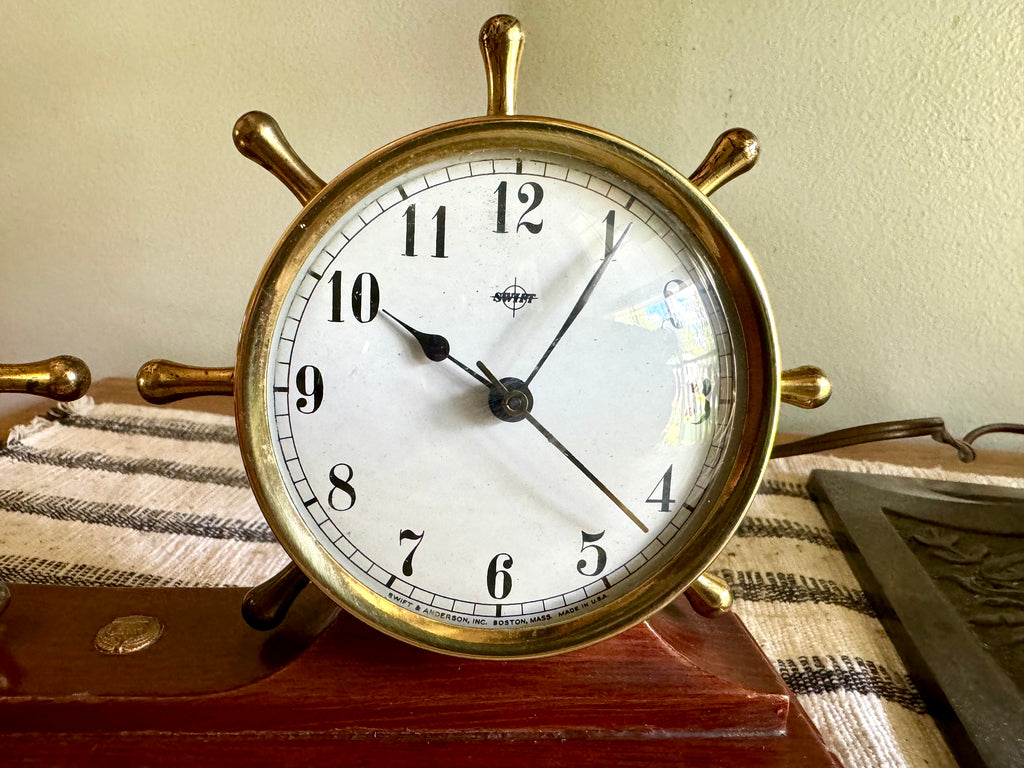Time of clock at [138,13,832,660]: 10:05
